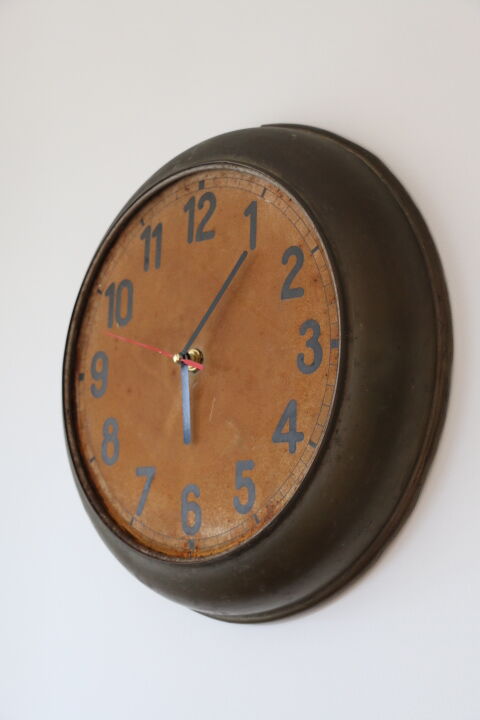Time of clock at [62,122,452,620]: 6:06
